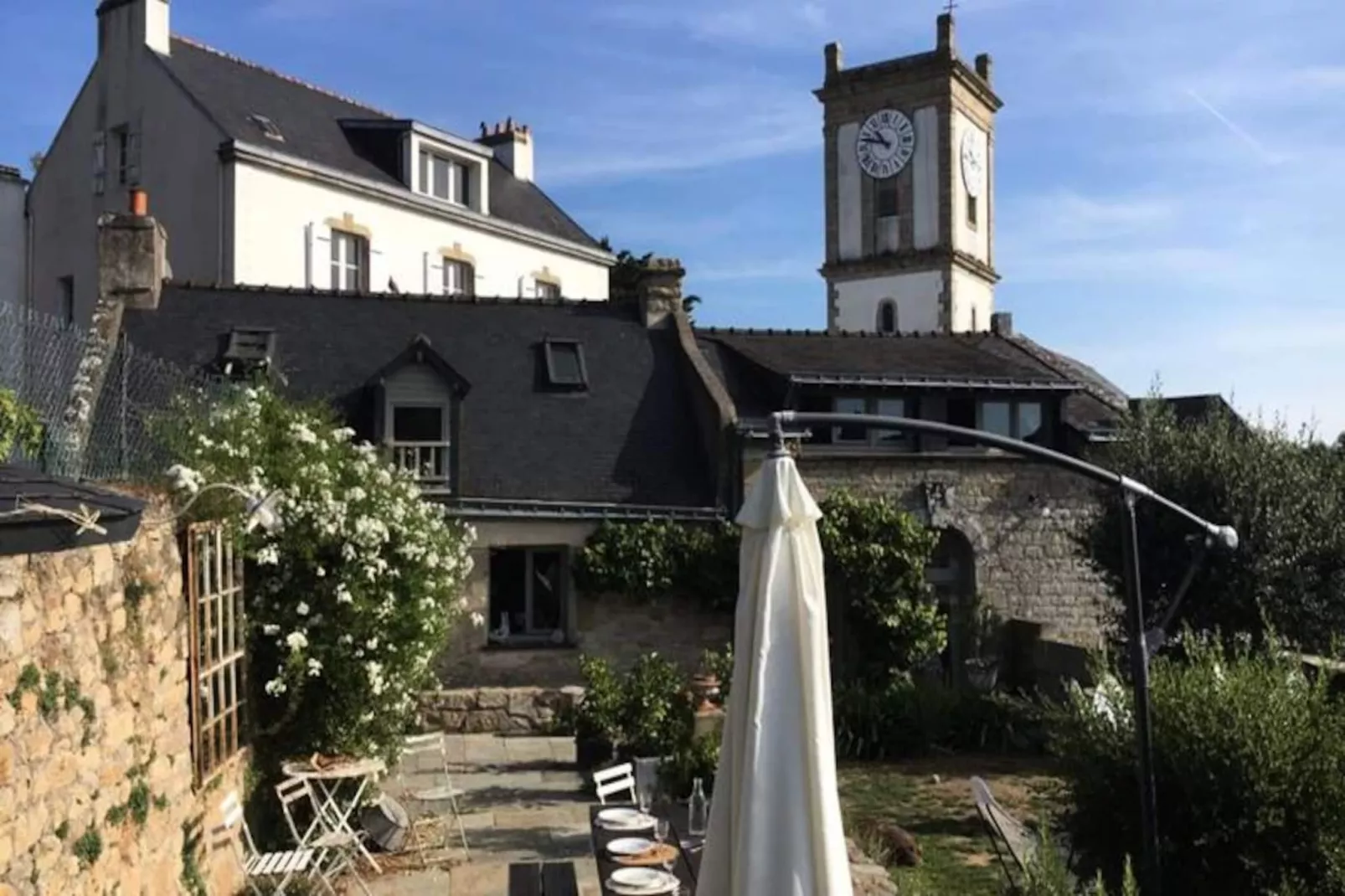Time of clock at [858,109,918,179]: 10:47
